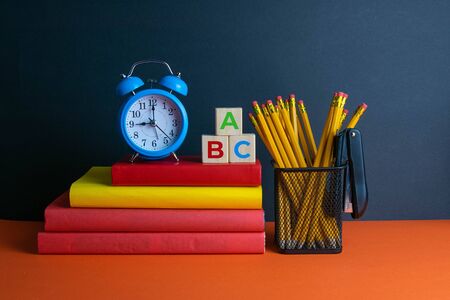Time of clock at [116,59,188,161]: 9:00
